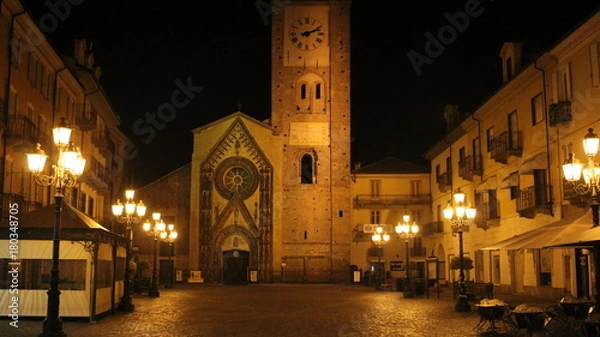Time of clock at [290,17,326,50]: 2:11
